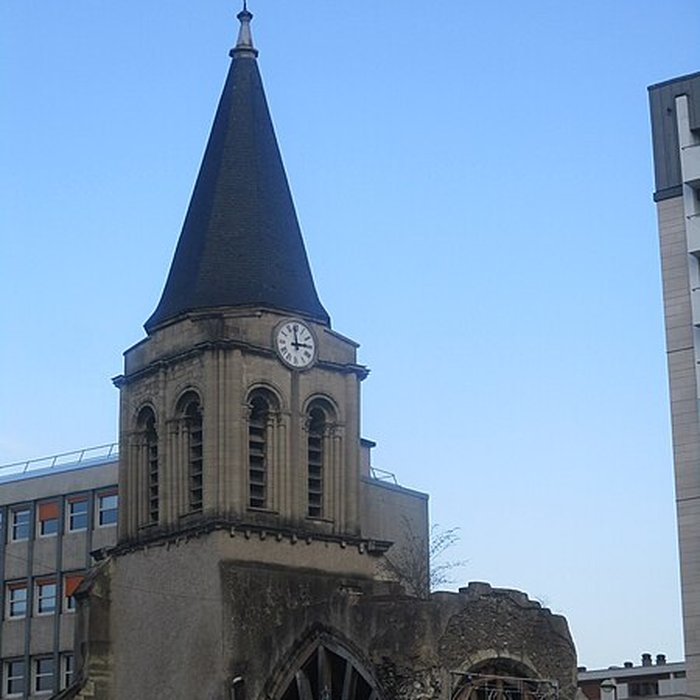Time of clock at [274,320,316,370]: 2:58
